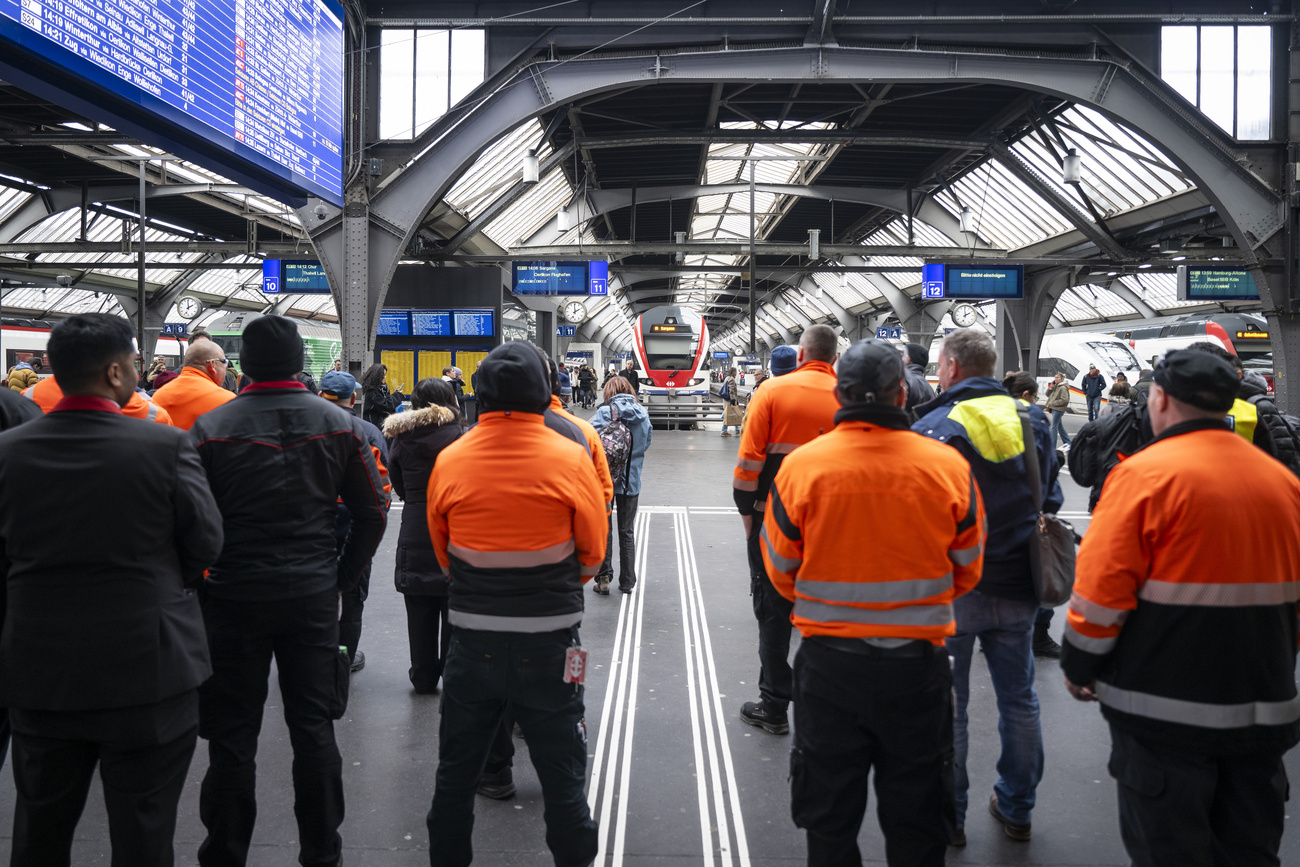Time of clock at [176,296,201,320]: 1:59
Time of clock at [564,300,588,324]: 1:59
